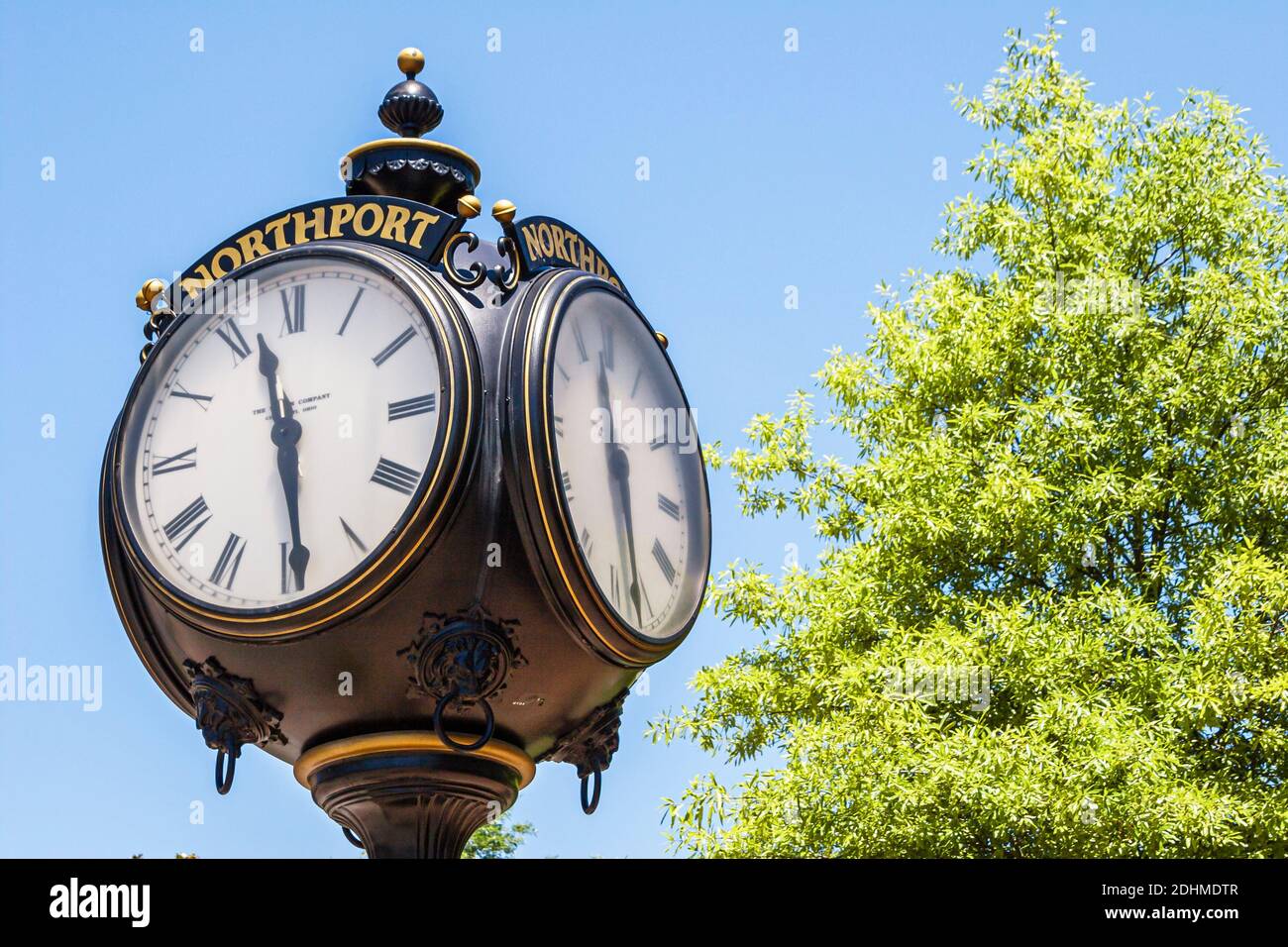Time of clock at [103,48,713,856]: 11:28
